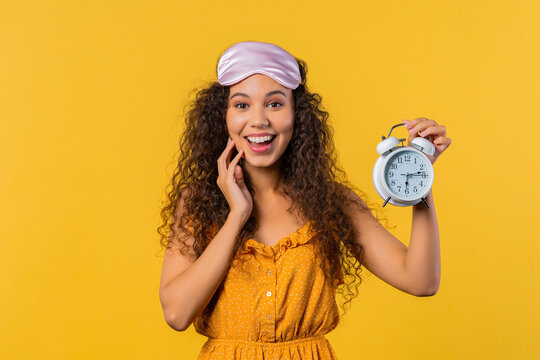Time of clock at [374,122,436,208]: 6:13
